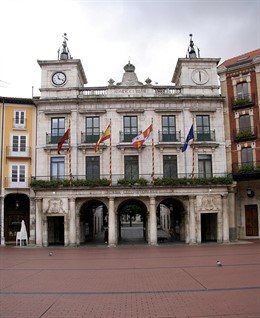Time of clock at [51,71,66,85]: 11:18
